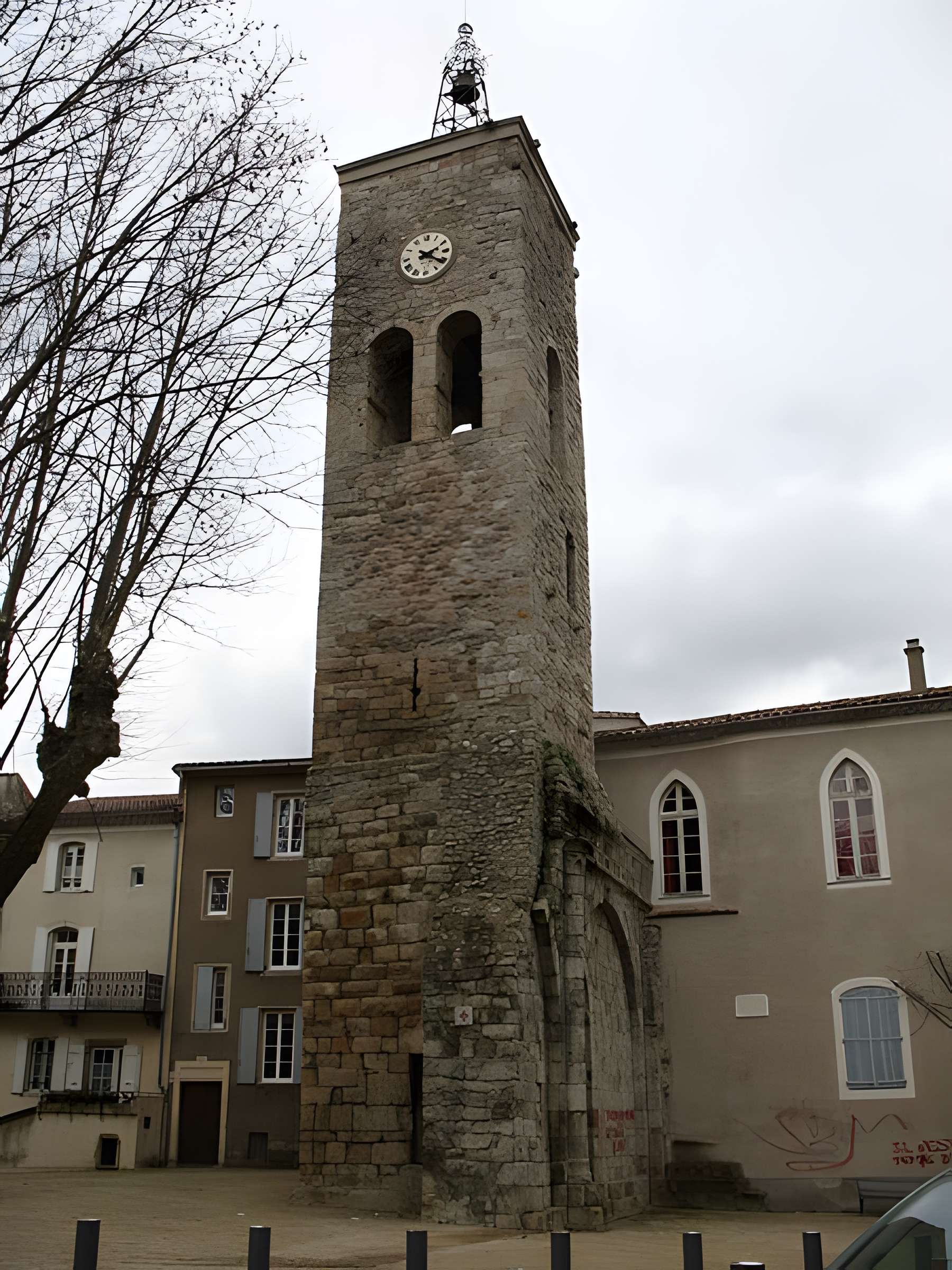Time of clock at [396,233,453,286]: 2:21
